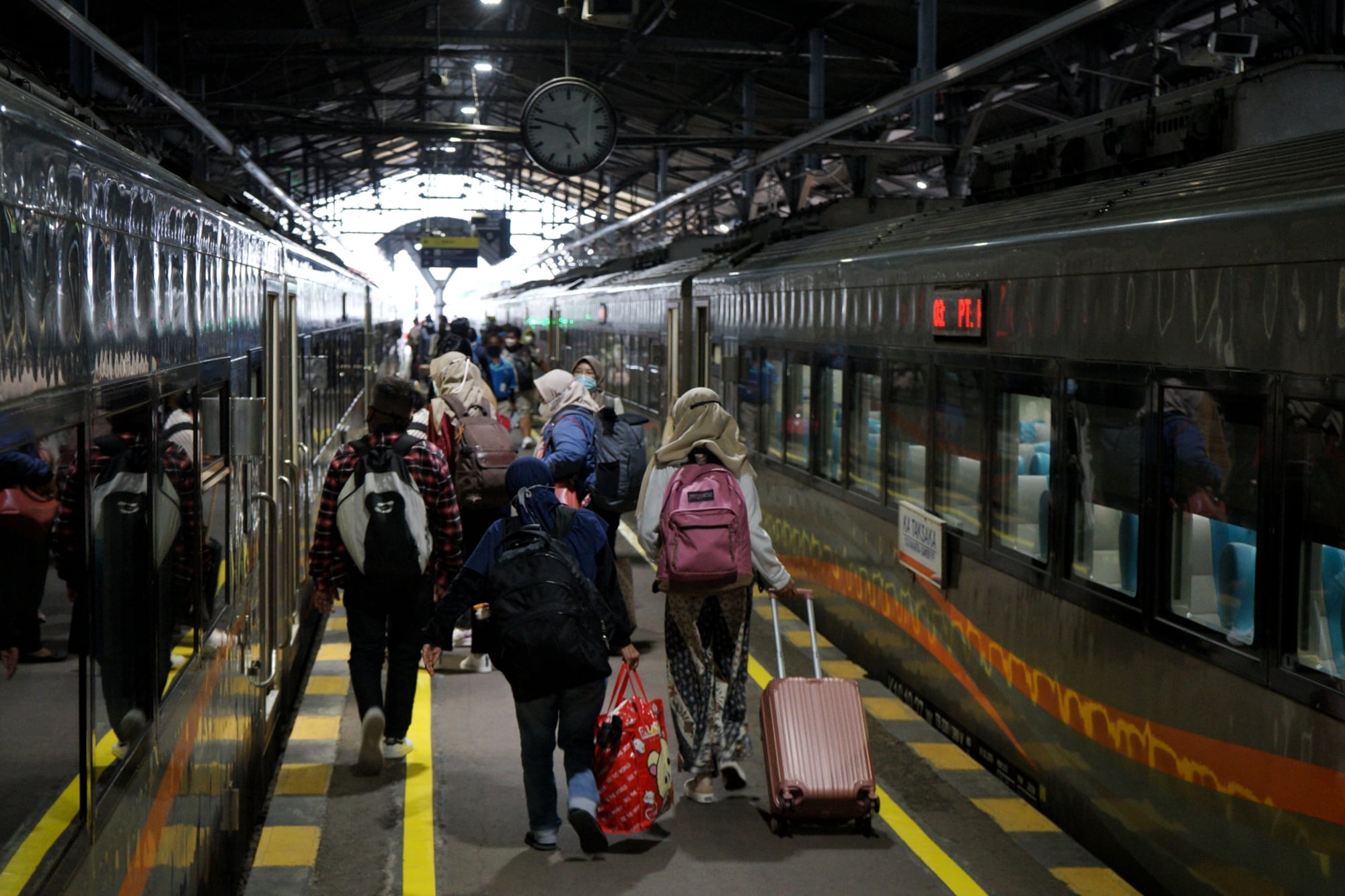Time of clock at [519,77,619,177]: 4:47
